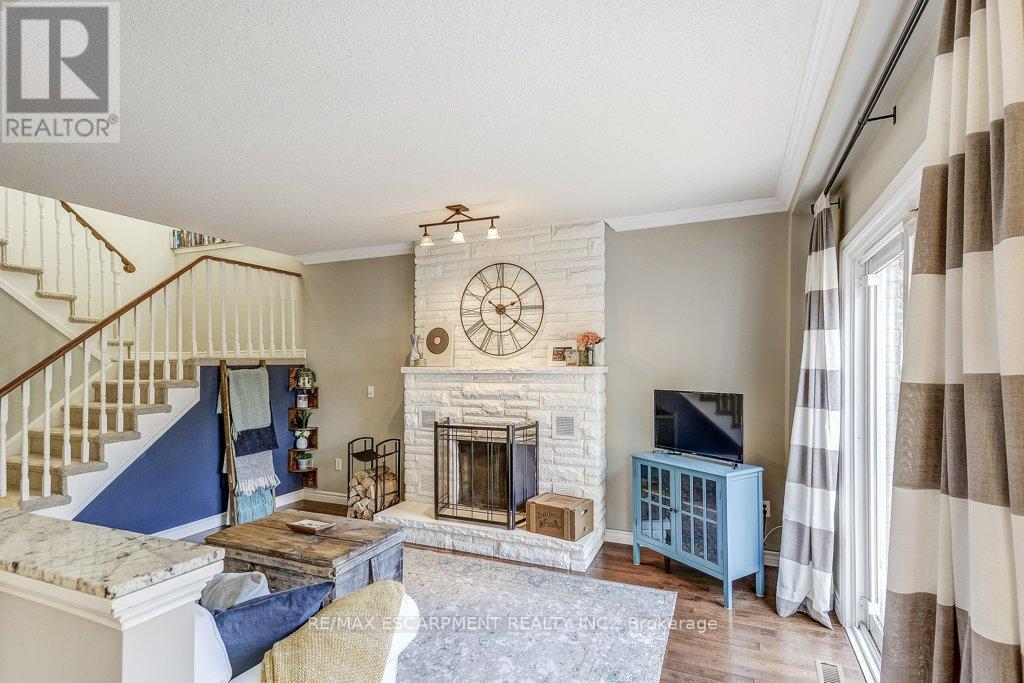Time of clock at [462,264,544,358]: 2:21
